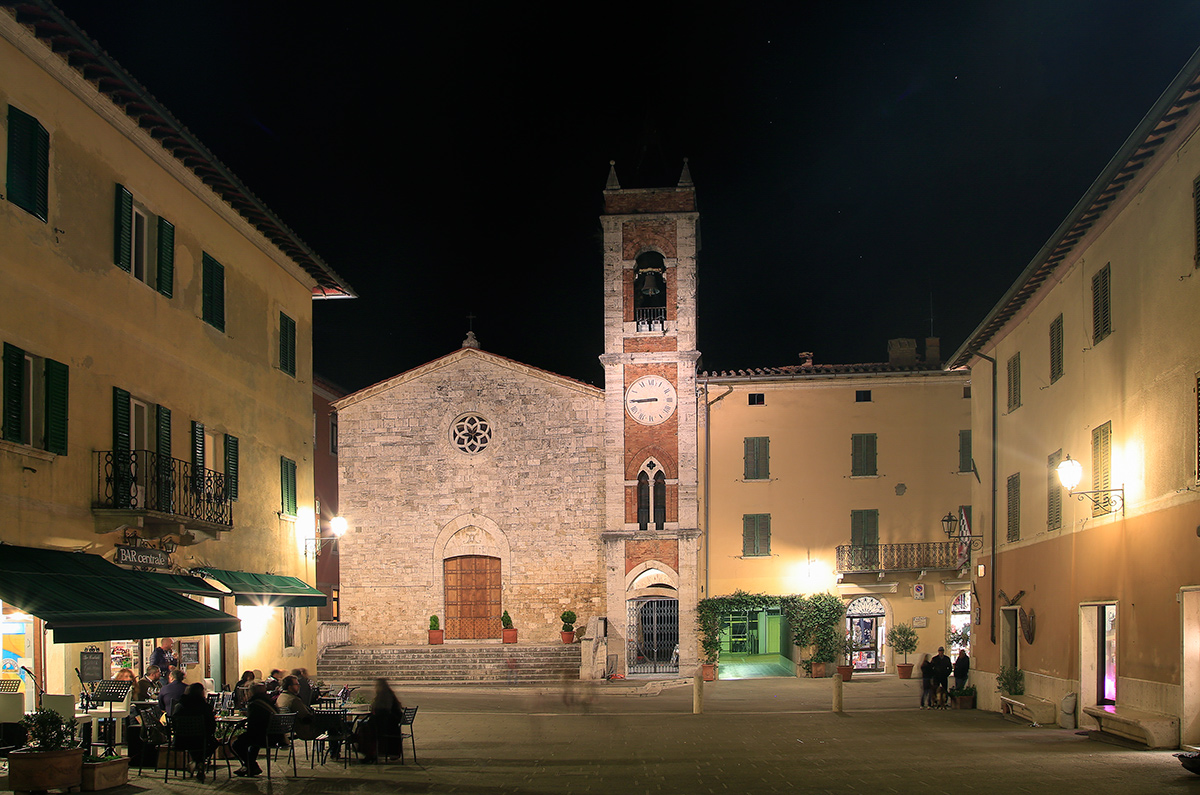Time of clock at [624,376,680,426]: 8:44
